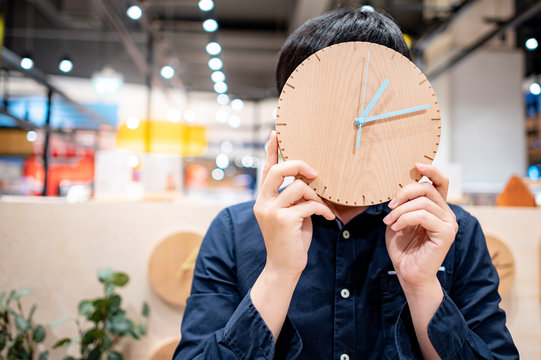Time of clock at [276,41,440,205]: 1:13
